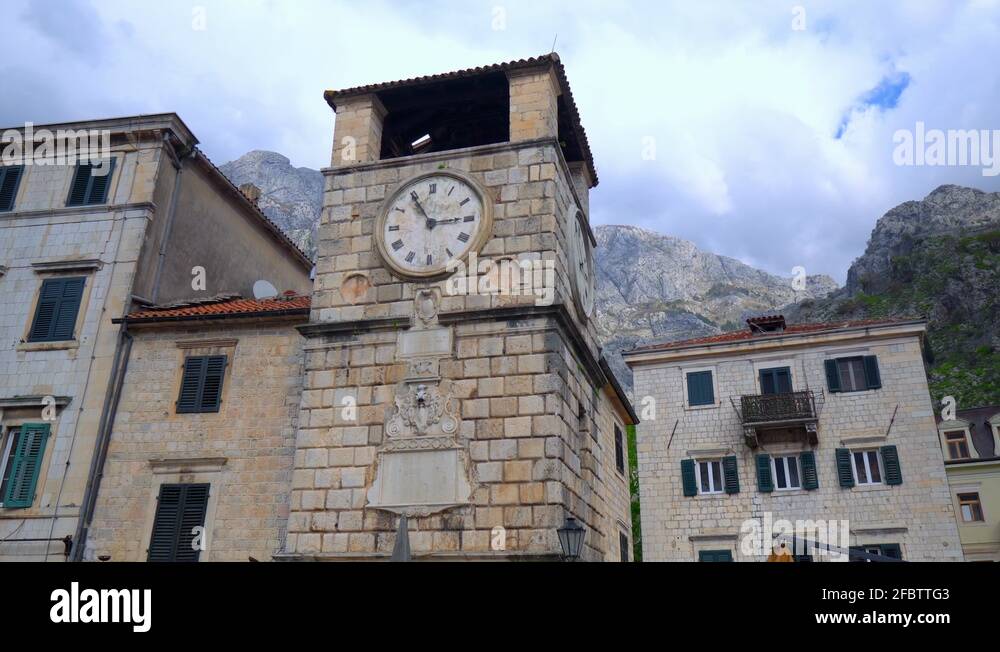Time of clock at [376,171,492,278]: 2:54
